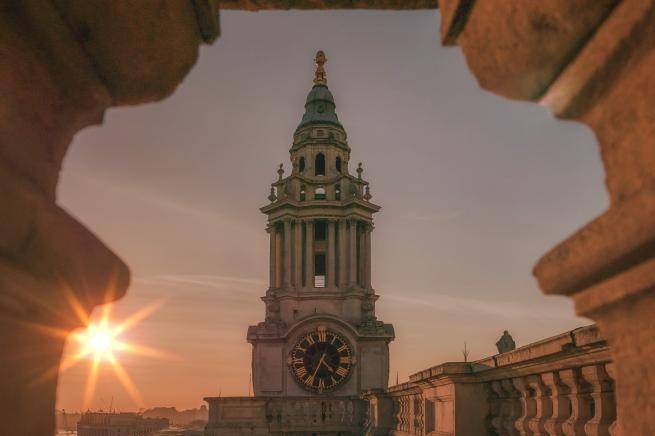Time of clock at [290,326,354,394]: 4:34
